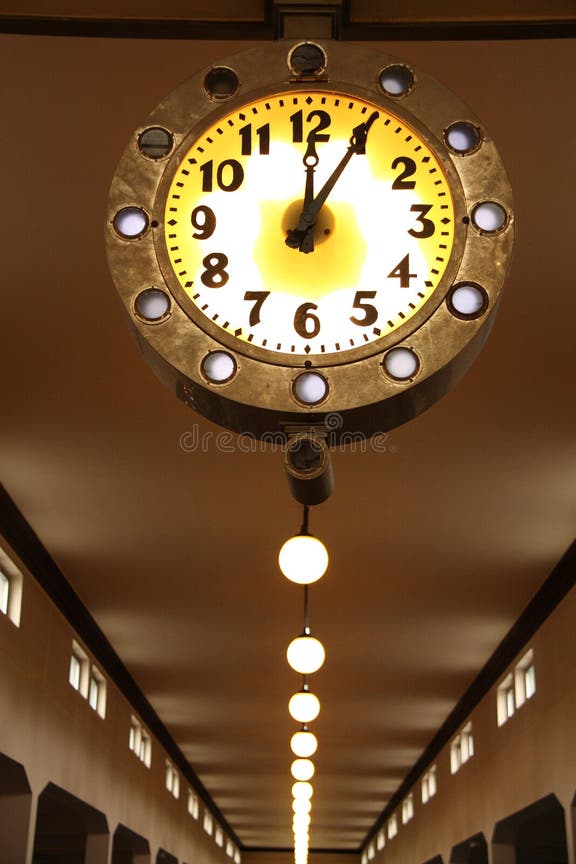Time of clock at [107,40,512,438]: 12:04
